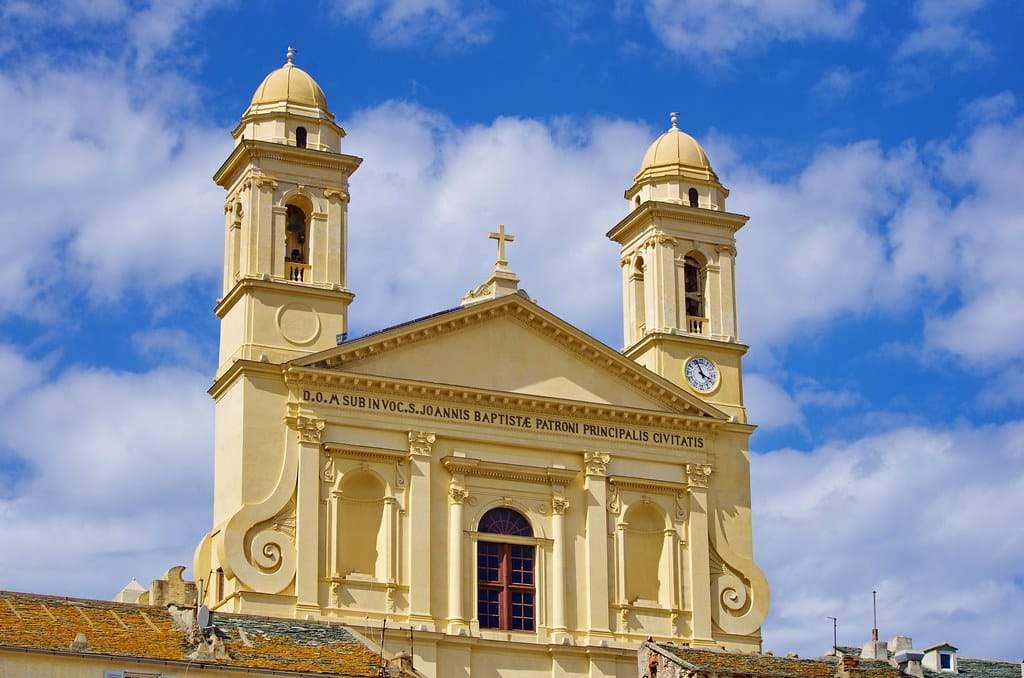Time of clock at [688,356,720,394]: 3:56
